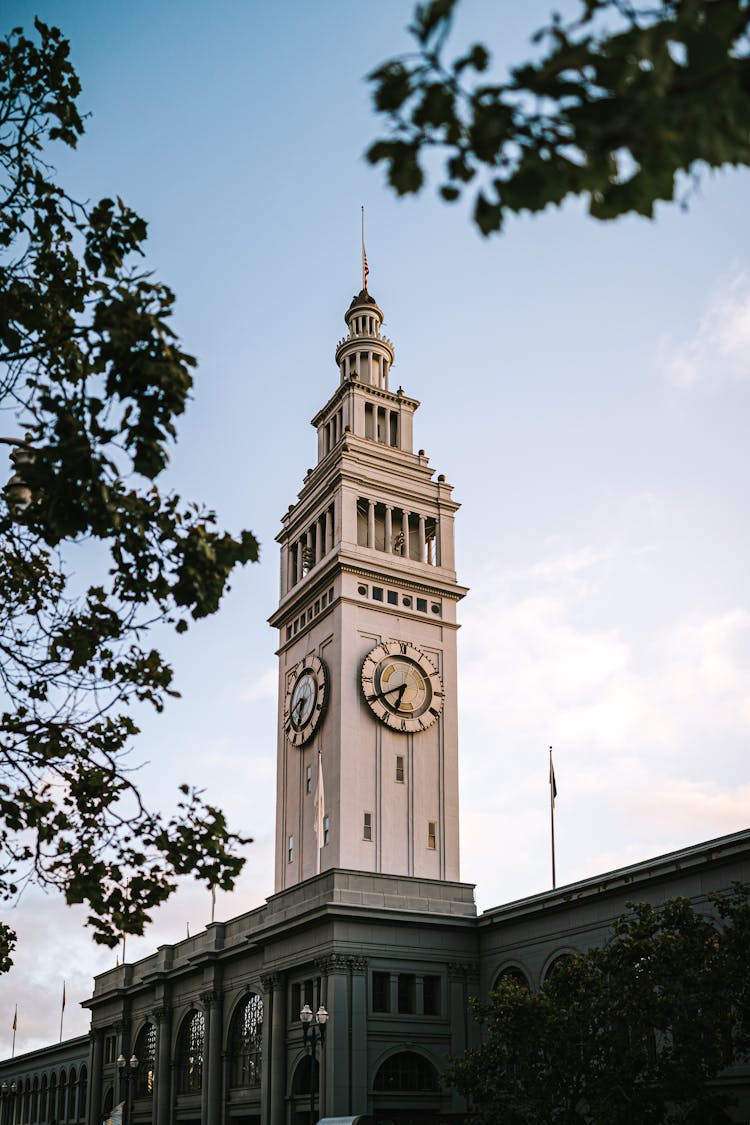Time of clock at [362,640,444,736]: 6:40
